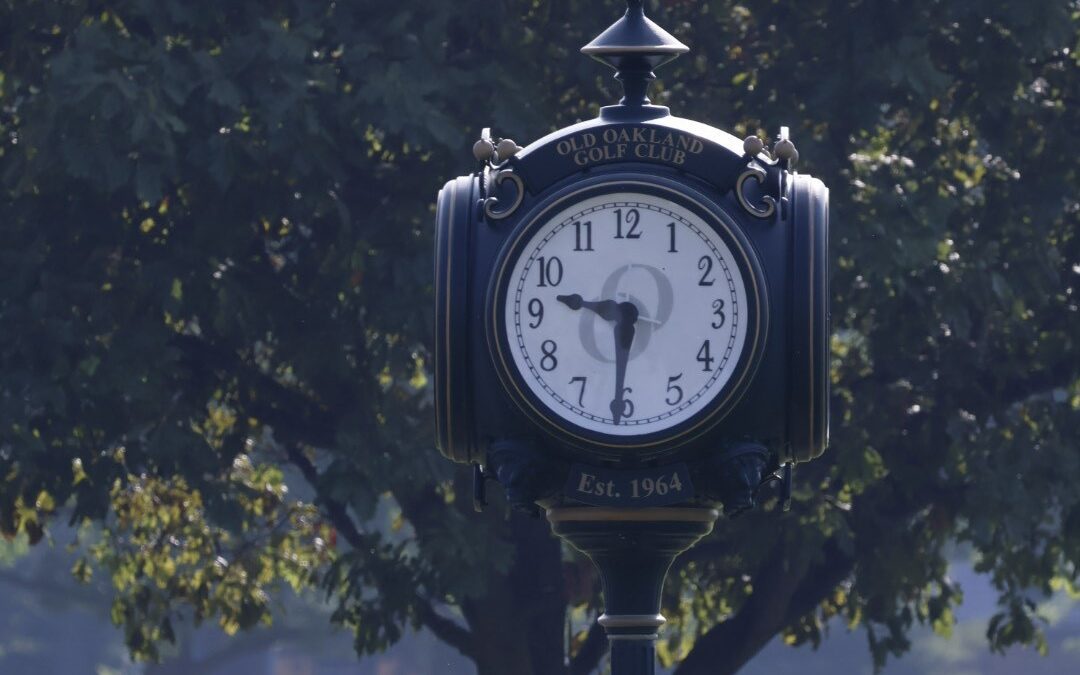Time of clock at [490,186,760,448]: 9:31
